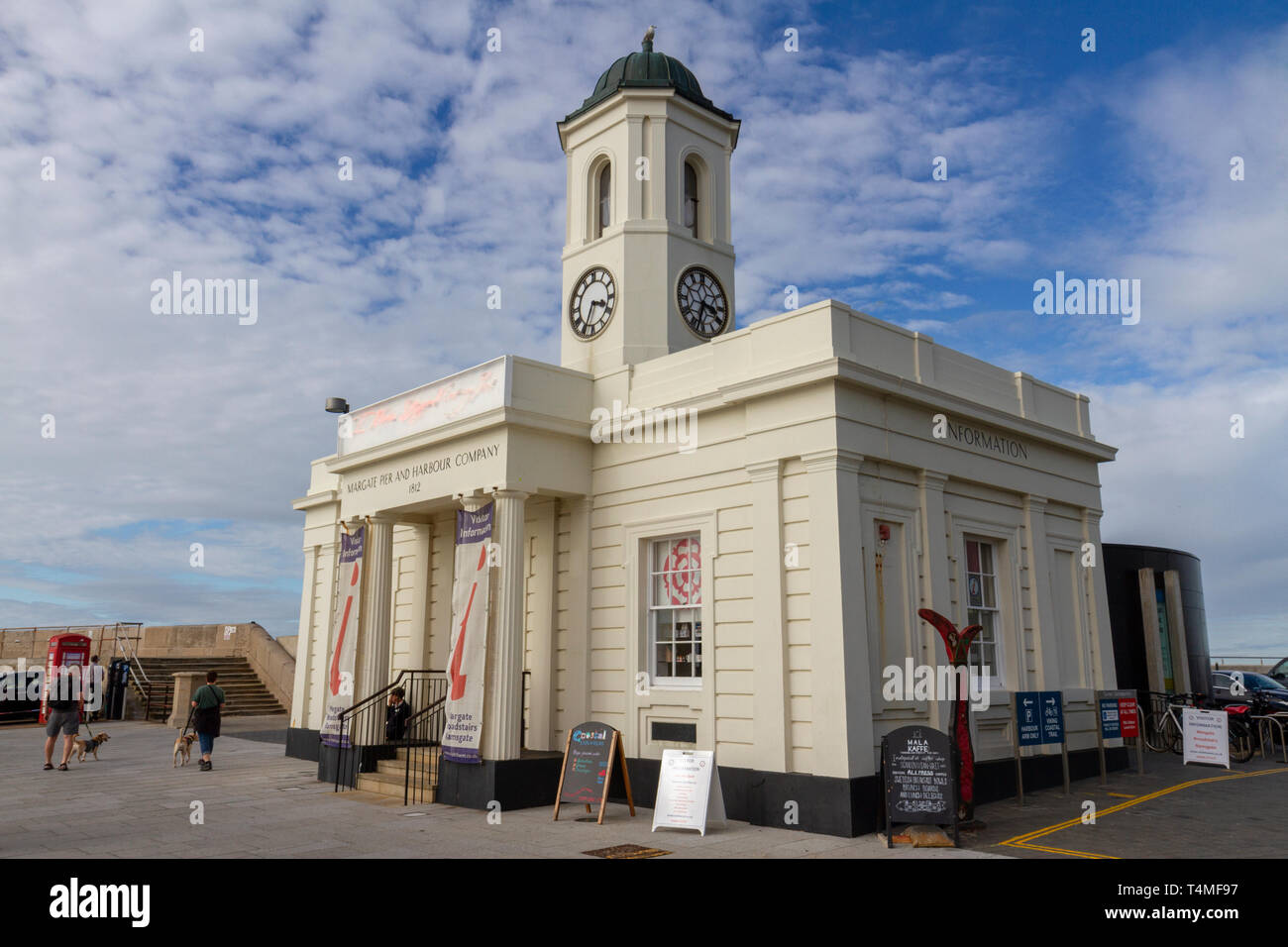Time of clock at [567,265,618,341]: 3:34
